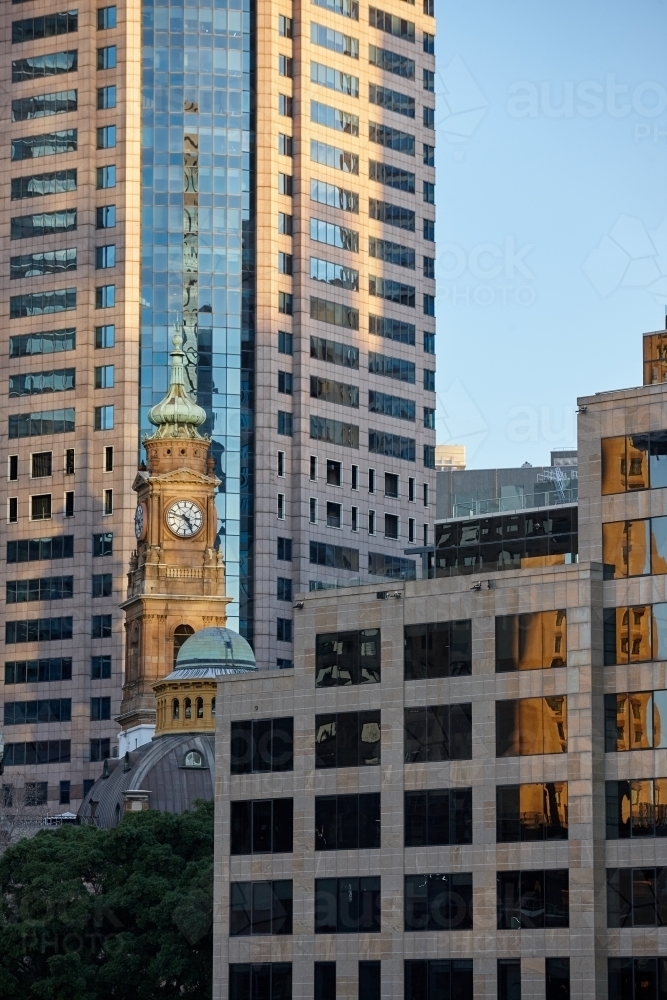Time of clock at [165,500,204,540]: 4:47
